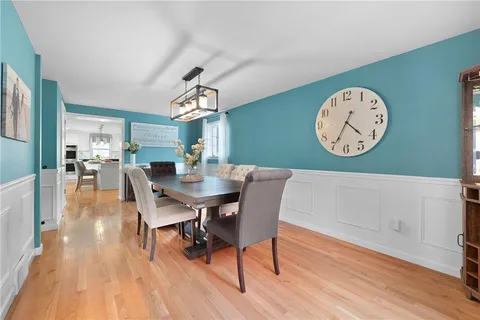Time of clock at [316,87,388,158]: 4:34
